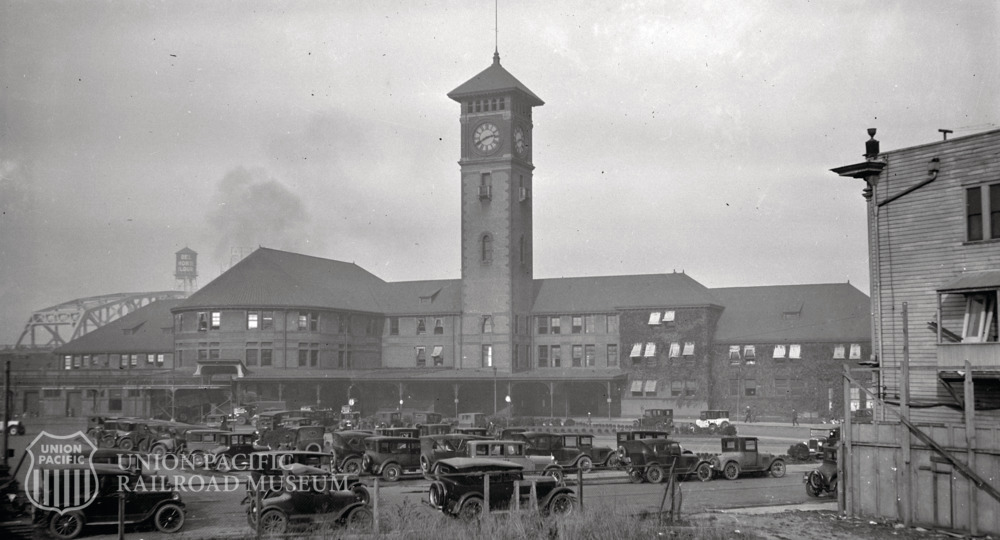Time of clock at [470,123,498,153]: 2:40
